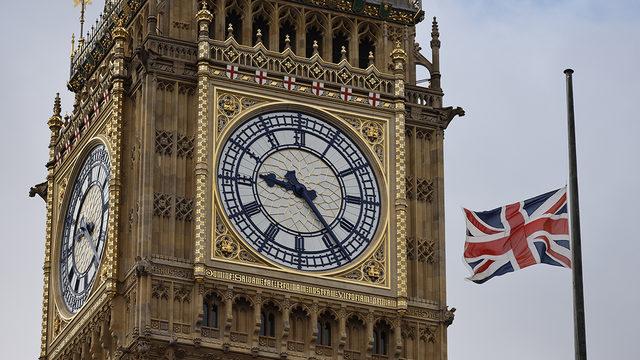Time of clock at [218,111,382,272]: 9:23
